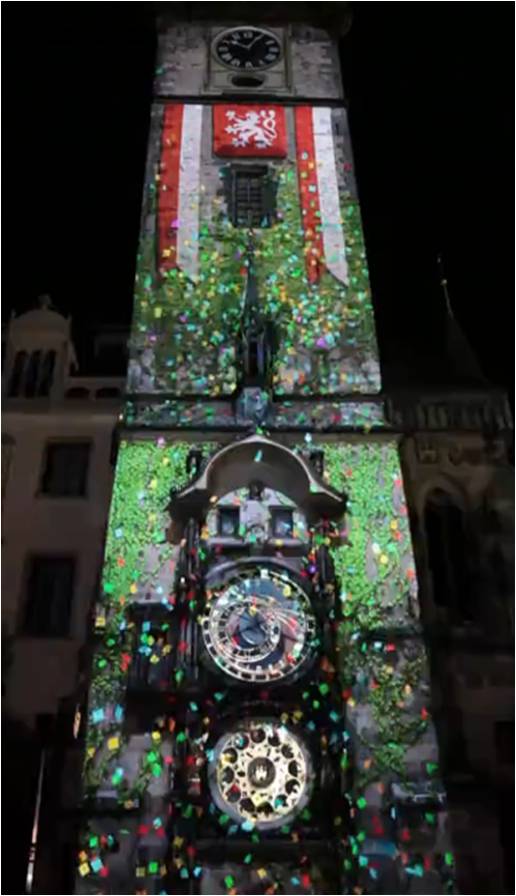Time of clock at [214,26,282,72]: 10:04
